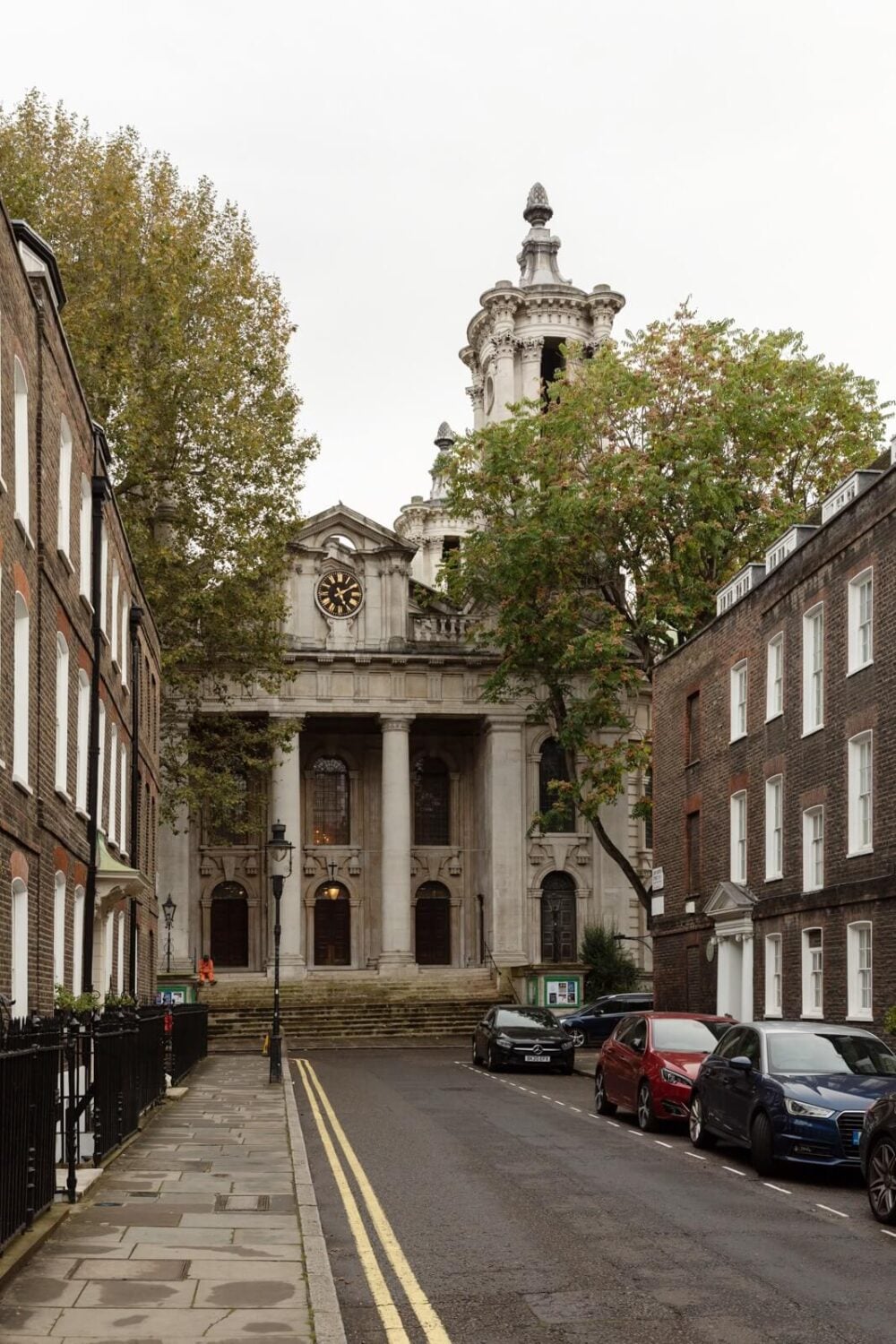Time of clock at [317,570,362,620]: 5:09
